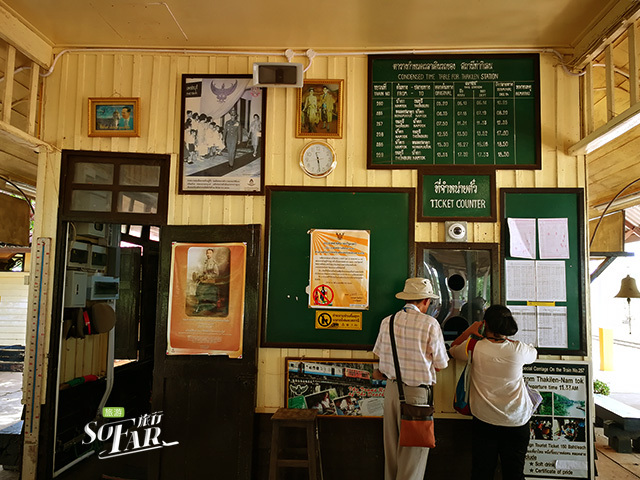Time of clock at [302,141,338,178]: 11:28
